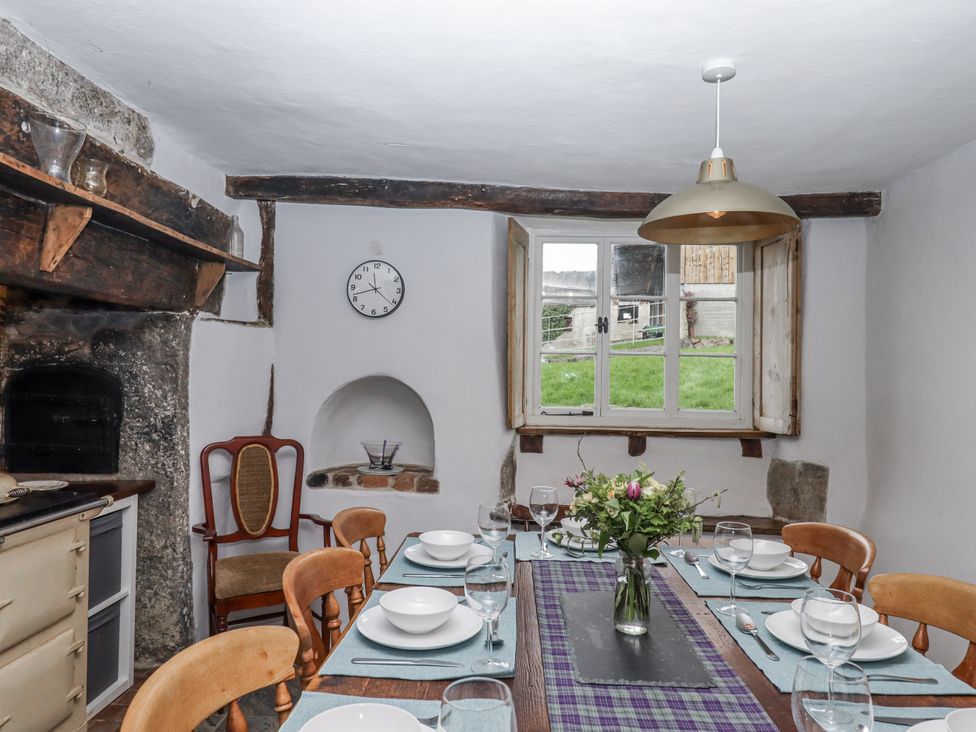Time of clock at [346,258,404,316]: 11:42
